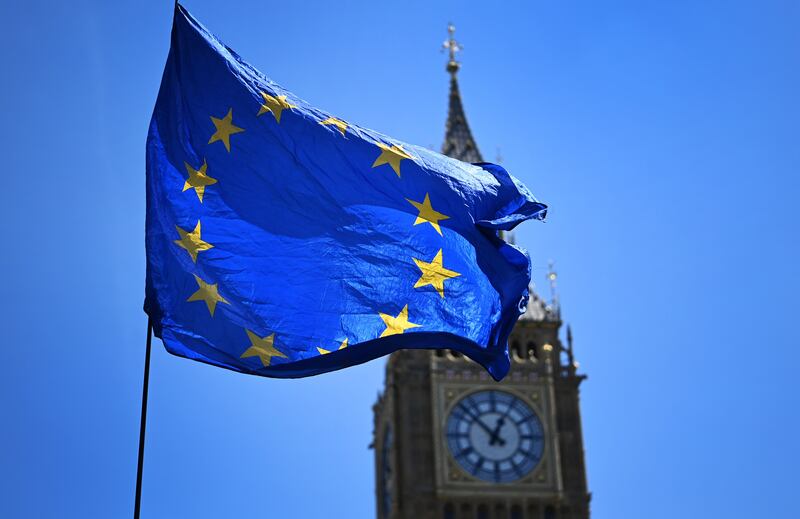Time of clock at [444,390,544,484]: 12:52
